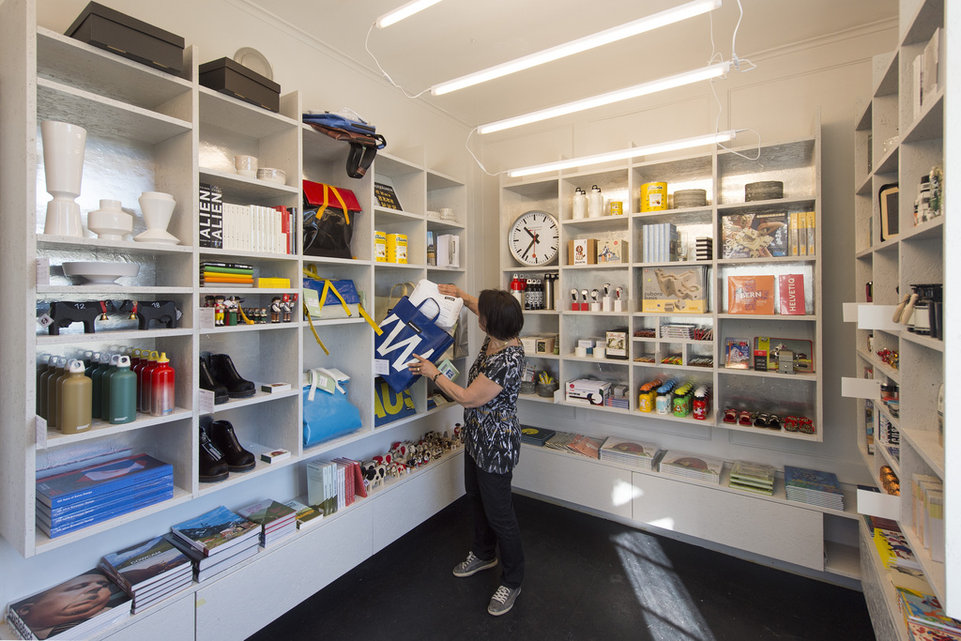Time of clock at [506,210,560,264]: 10:36
